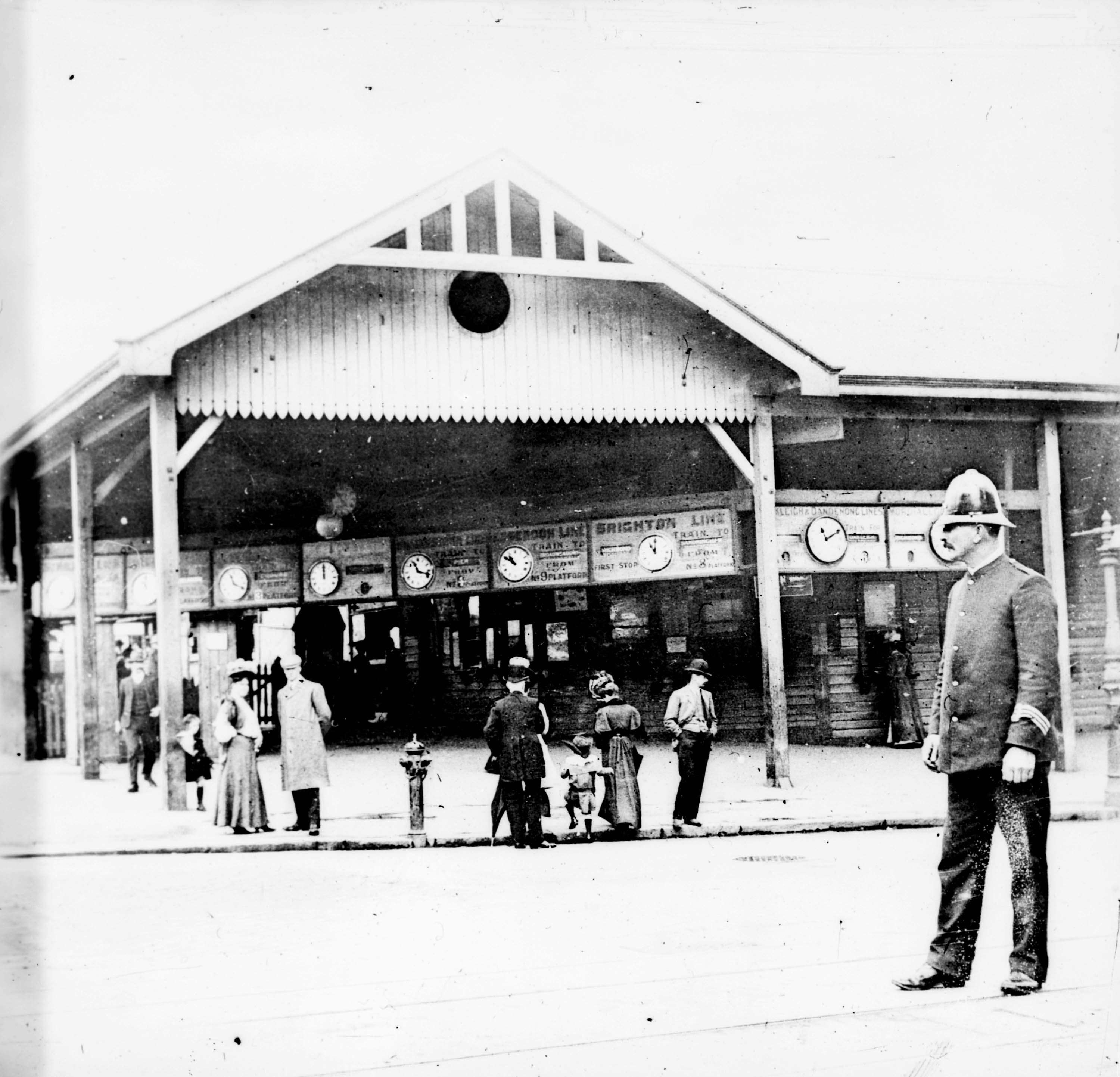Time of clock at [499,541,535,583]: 10:50
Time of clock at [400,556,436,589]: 11:17
